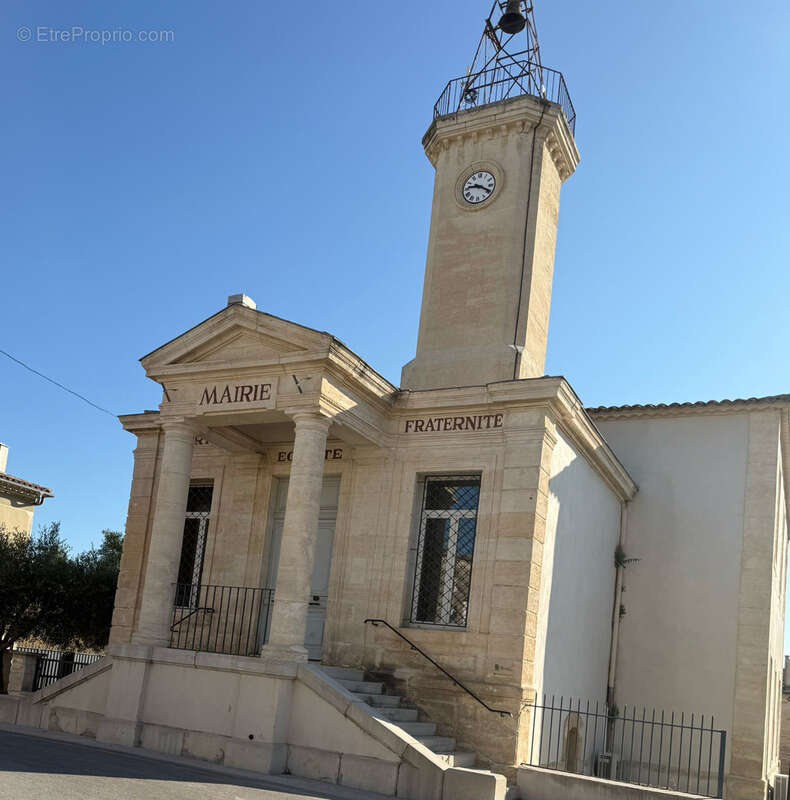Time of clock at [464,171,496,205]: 9:19
